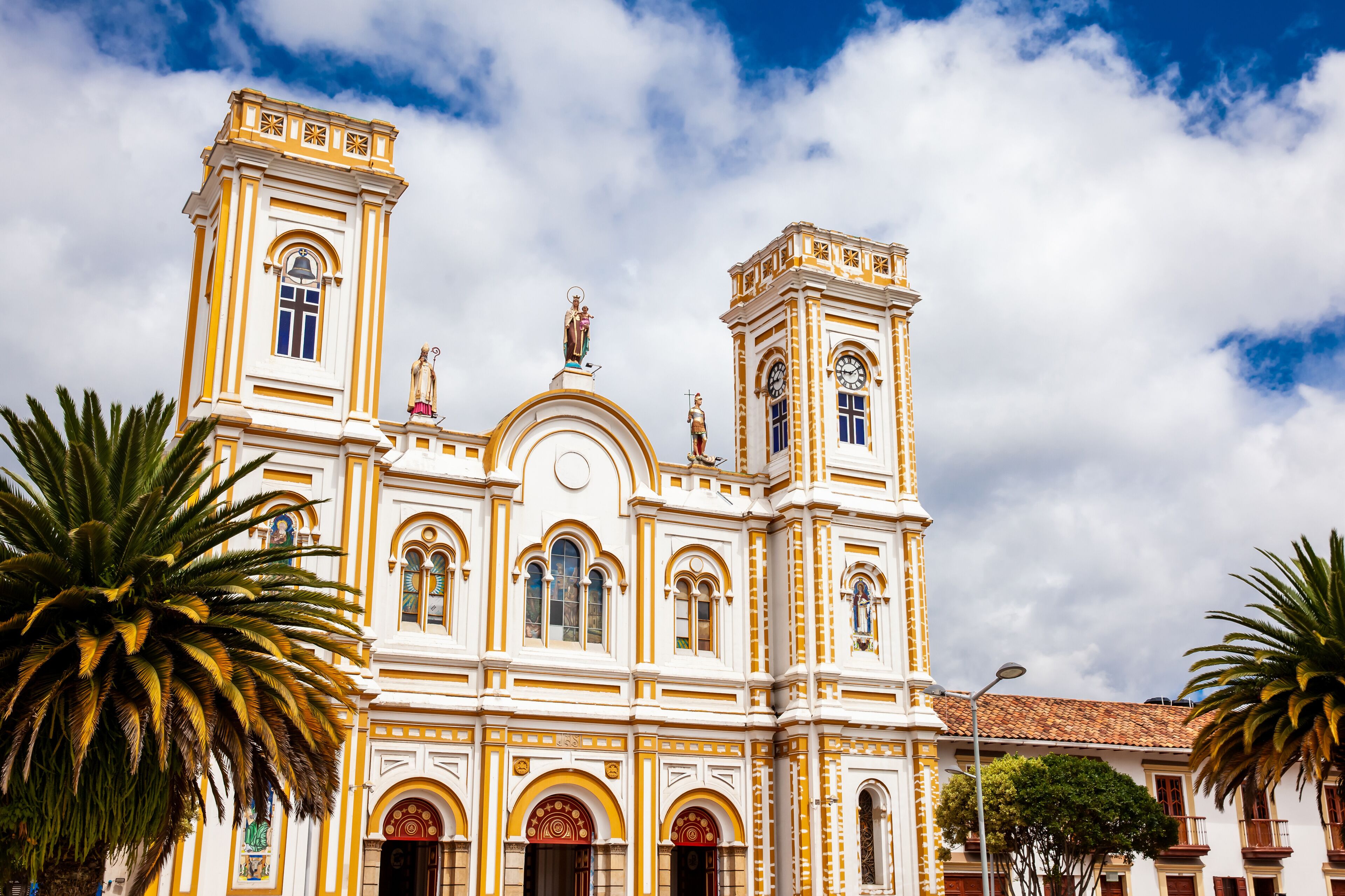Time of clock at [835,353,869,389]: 9:09
